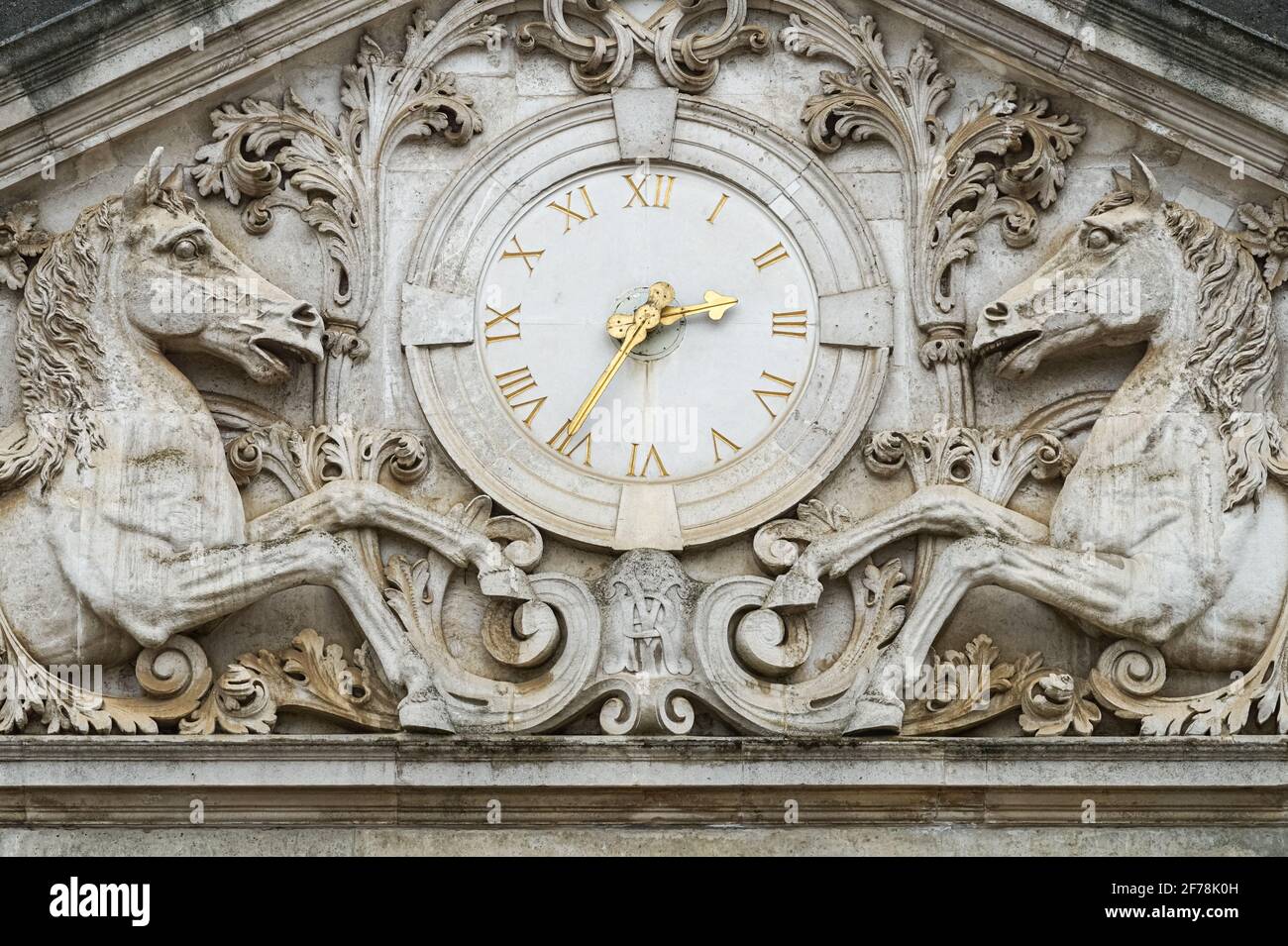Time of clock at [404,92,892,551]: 2:36
